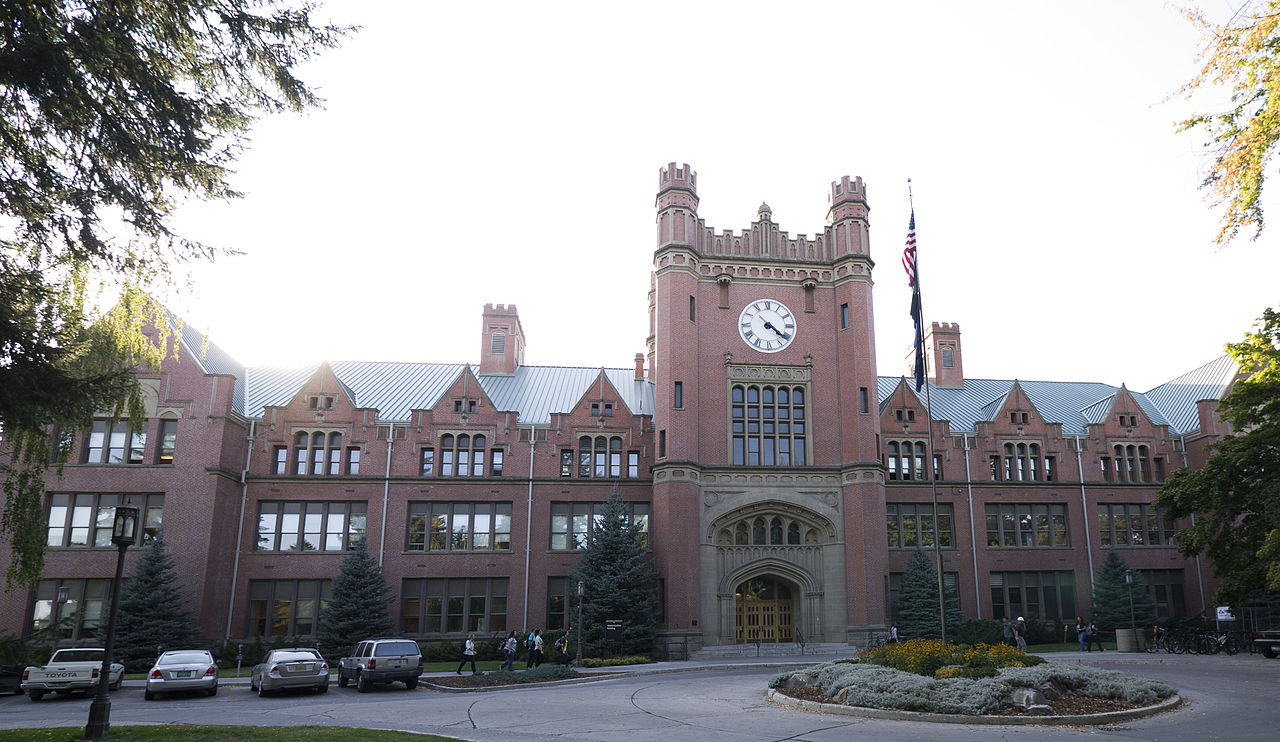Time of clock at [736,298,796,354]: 4:21
